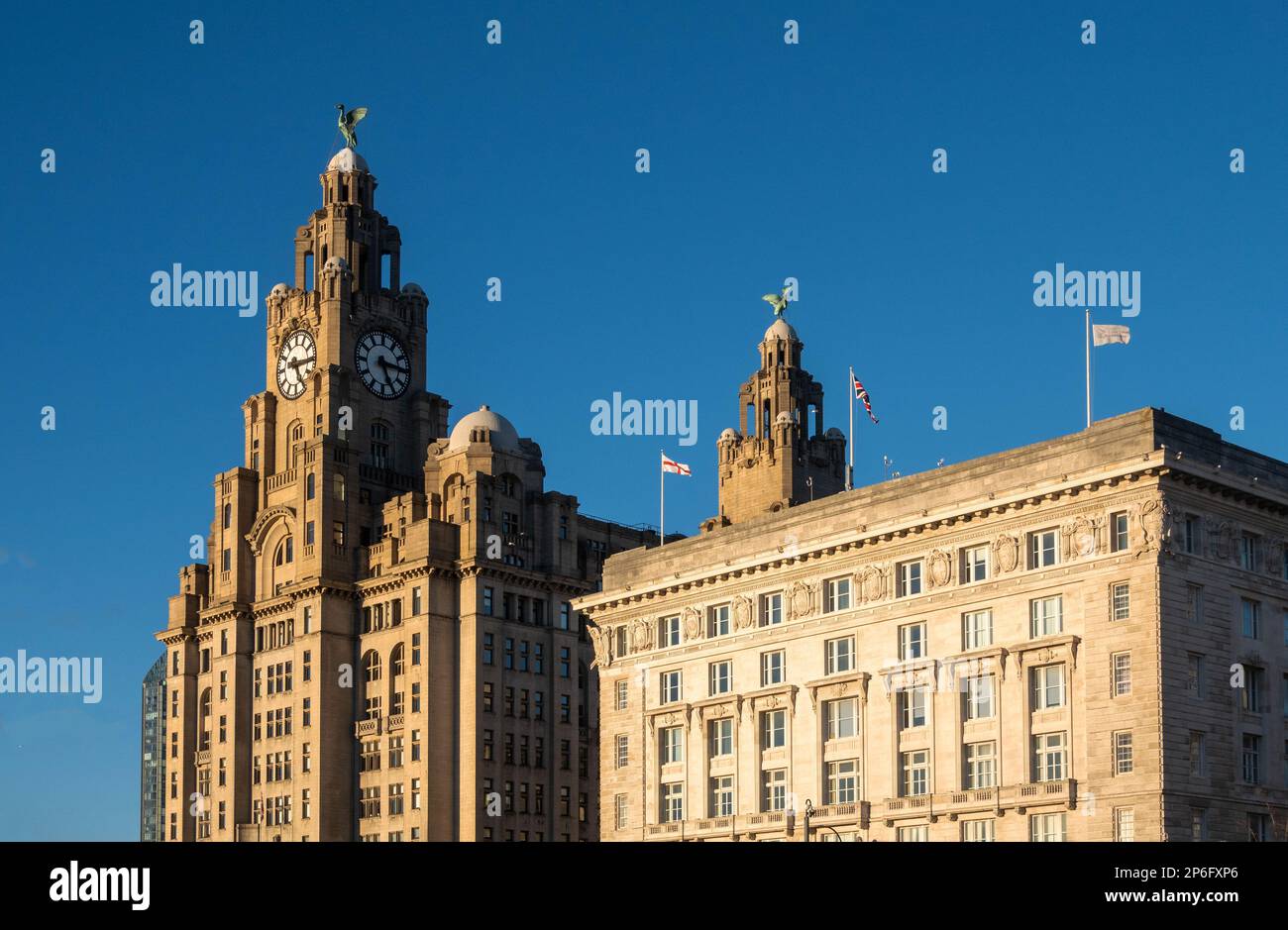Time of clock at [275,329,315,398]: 5:15
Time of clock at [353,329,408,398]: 5:15
